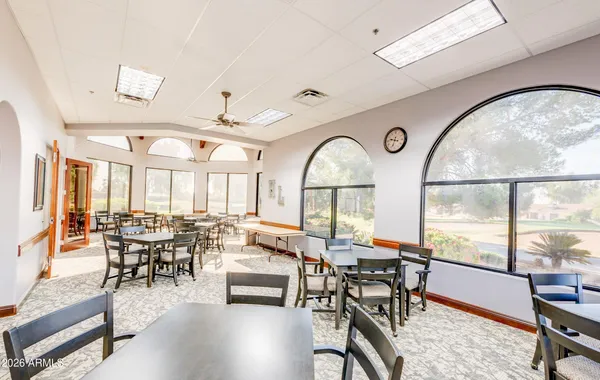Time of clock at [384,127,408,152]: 9:33
